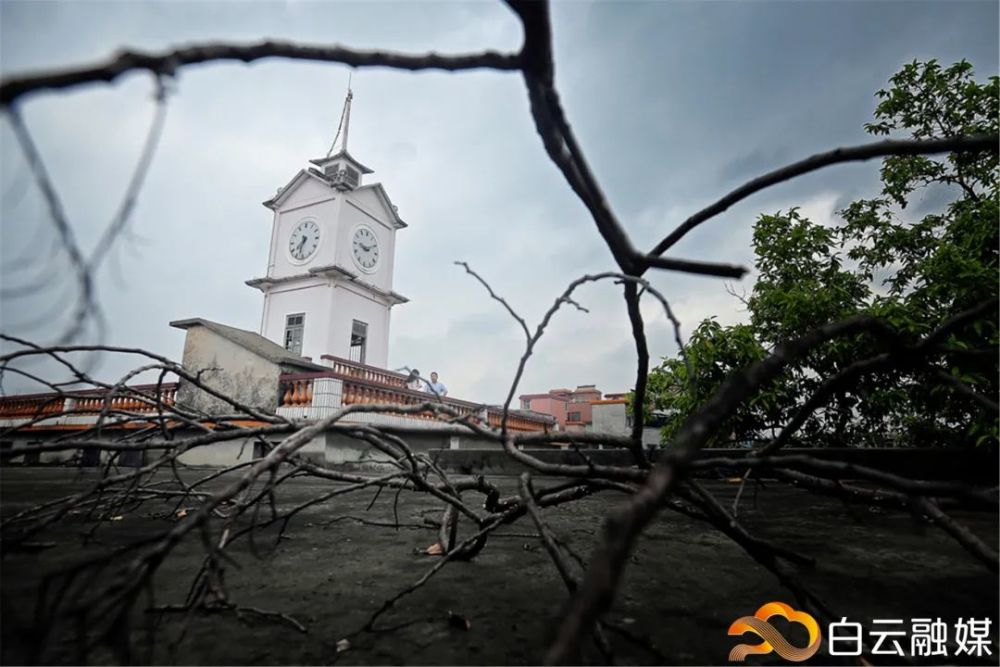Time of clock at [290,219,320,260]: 7:32
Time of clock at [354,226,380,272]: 9:10
